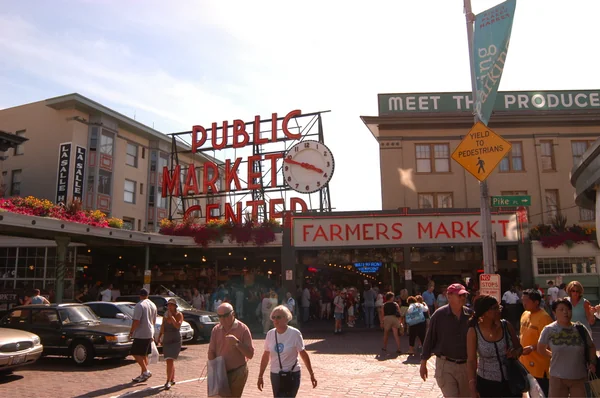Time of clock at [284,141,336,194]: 3:48
